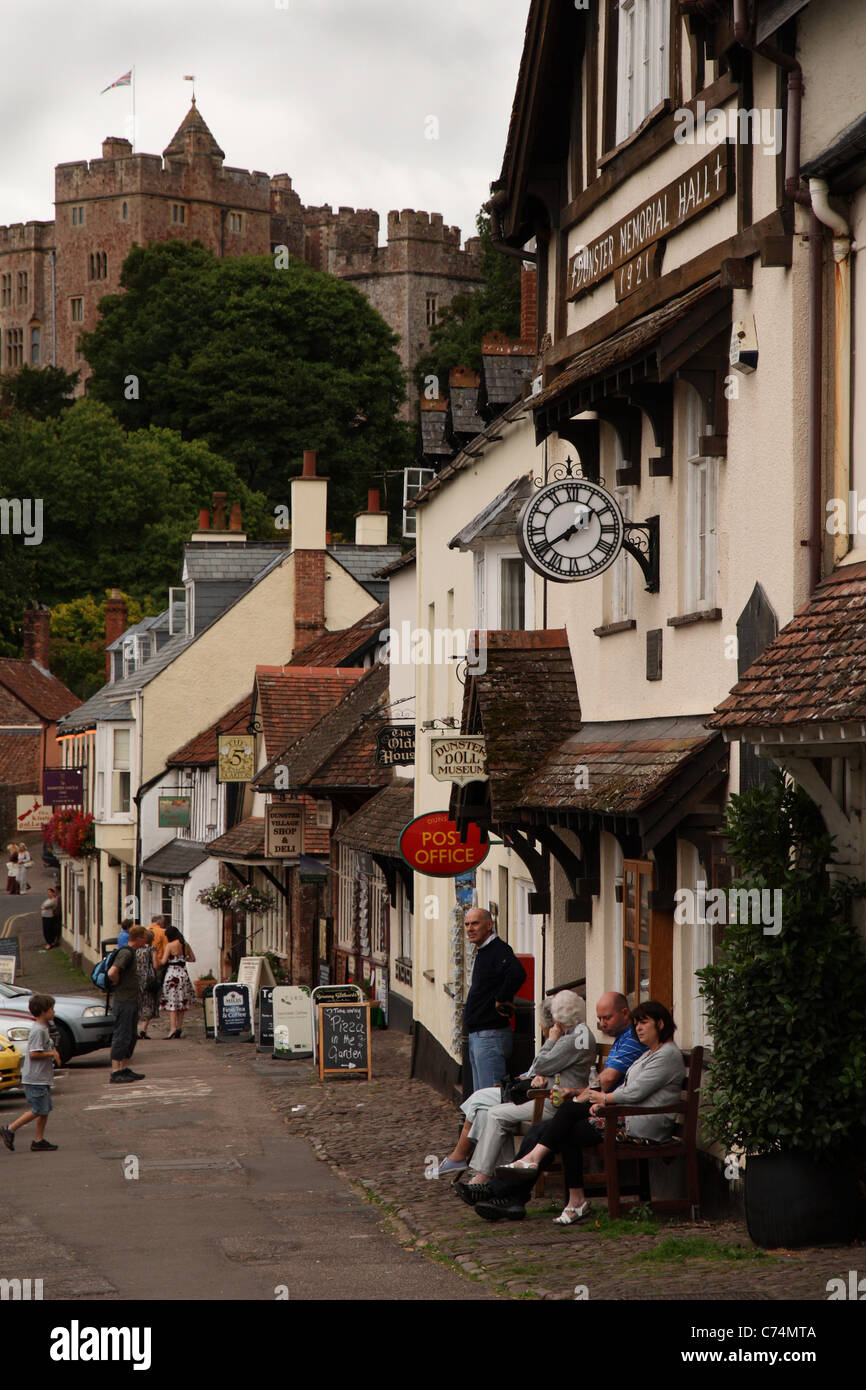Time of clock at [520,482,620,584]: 1:39
